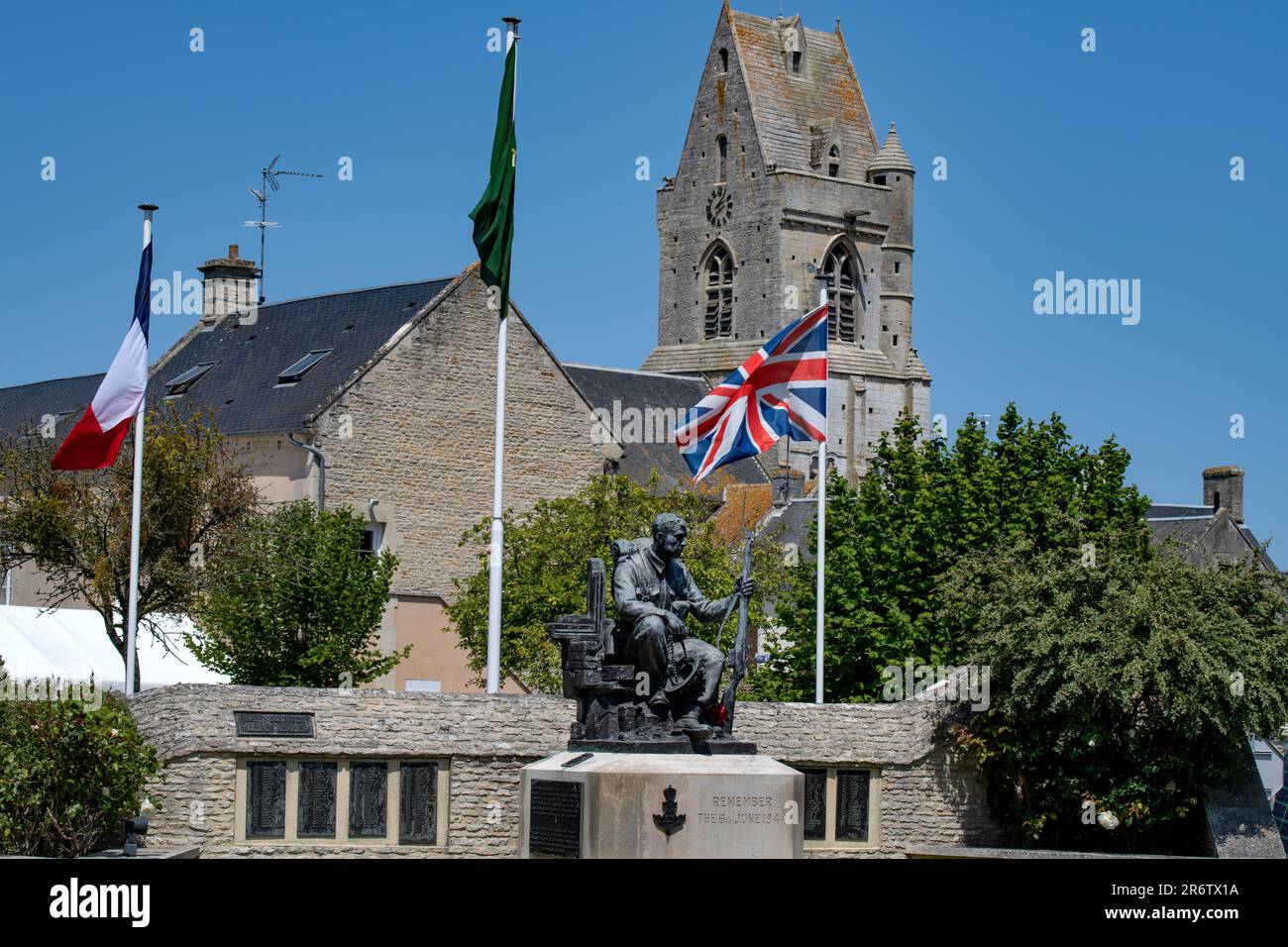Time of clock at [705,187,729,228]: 2:06
